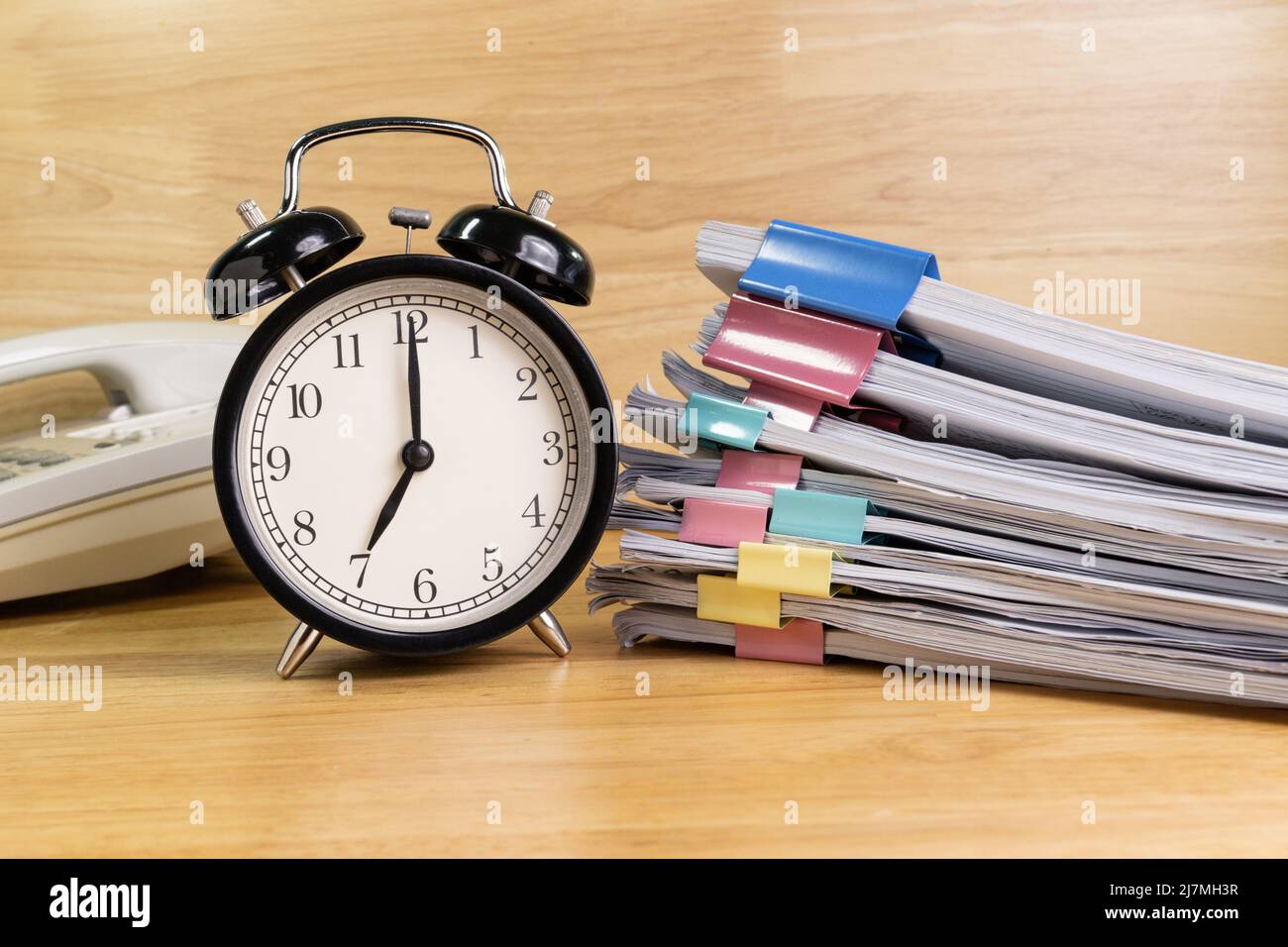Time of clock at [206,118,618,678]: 7:00
